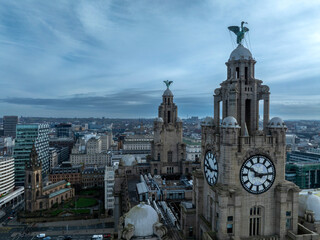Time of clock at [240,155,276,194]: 2:50
